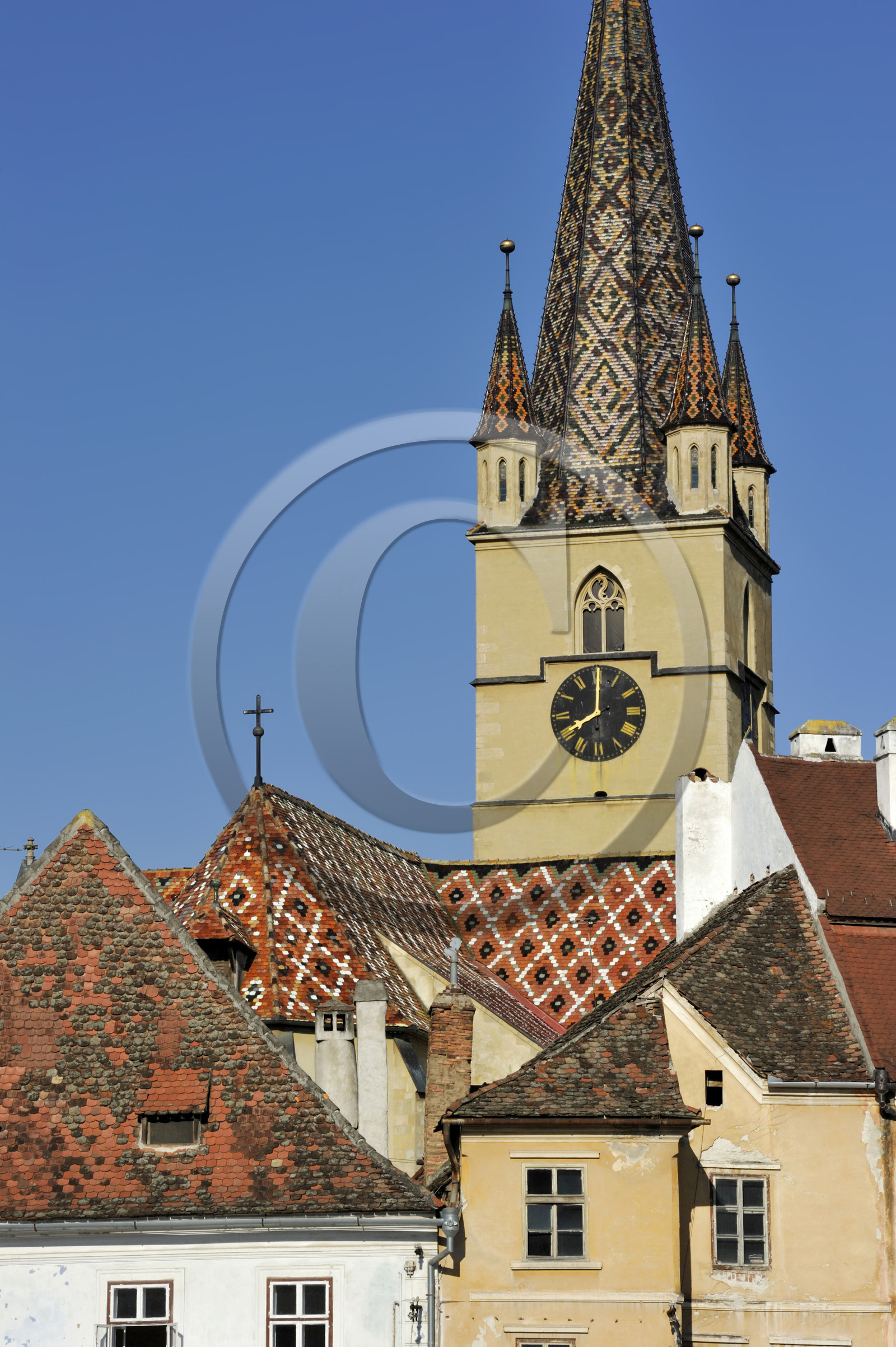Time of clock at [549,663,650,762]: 8:00
